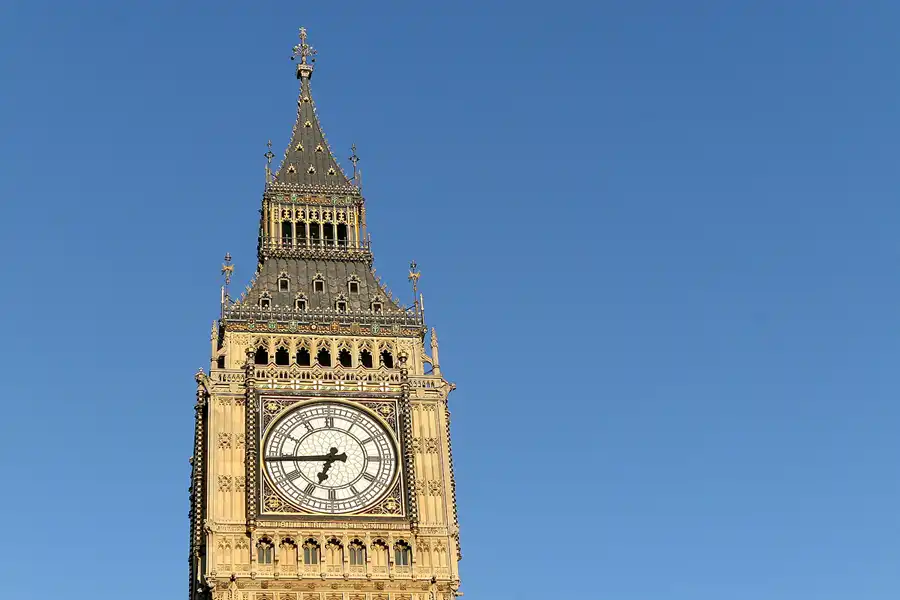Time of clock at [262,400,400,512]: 6:44
